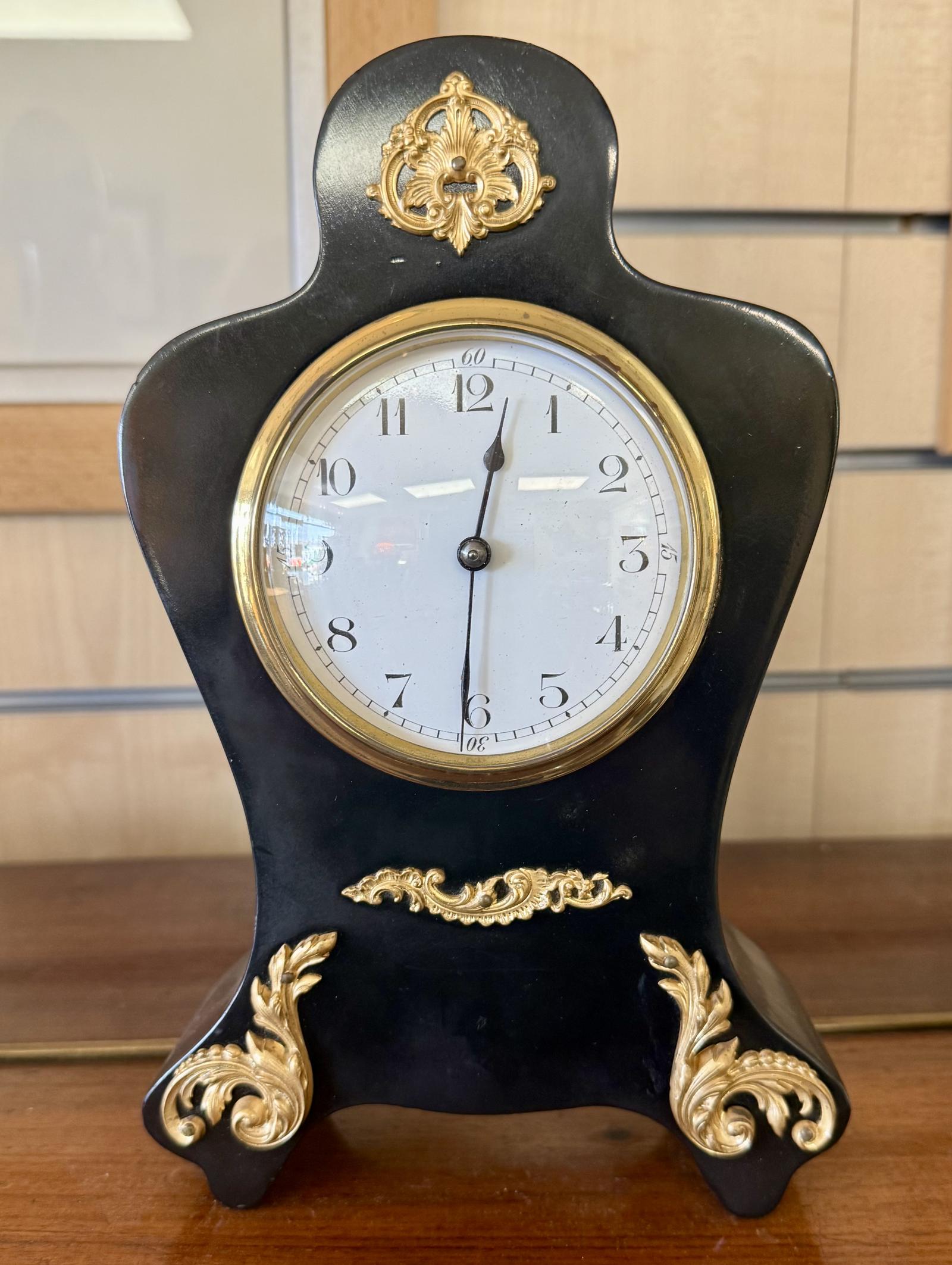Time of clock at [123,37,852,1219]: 12:30
